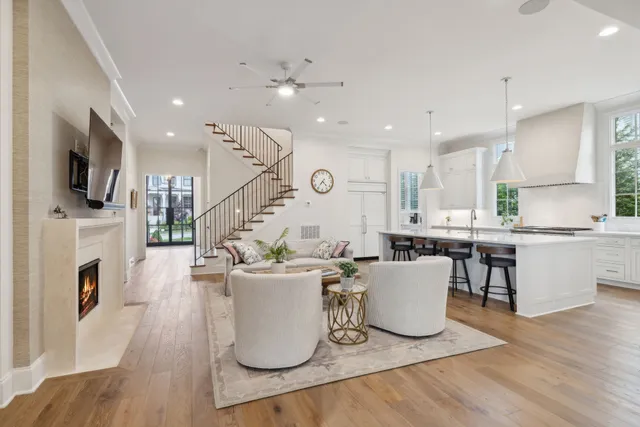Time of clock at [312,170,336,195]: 4:35
